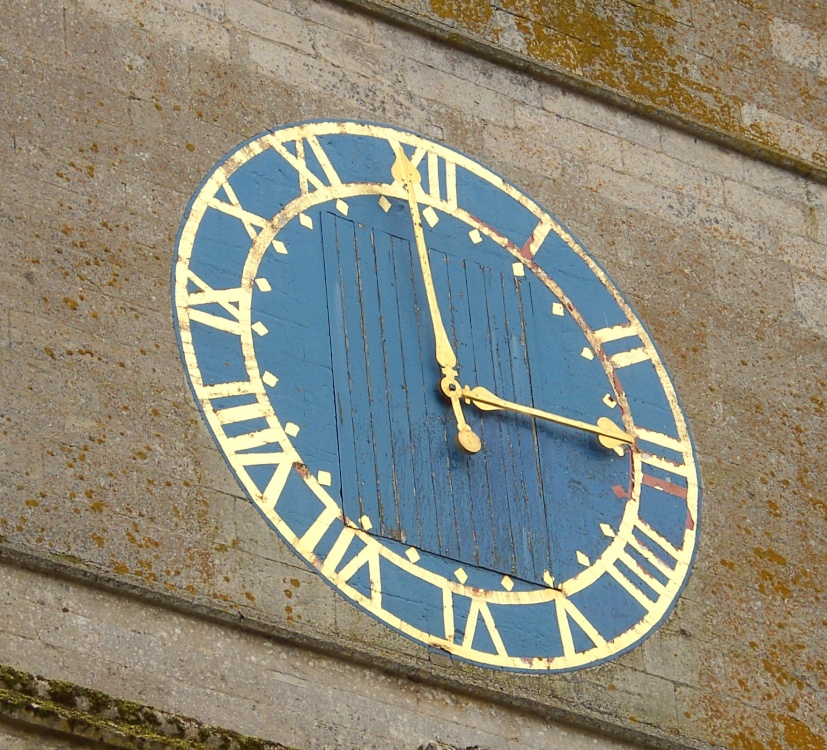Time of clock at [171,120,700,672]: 2:59
